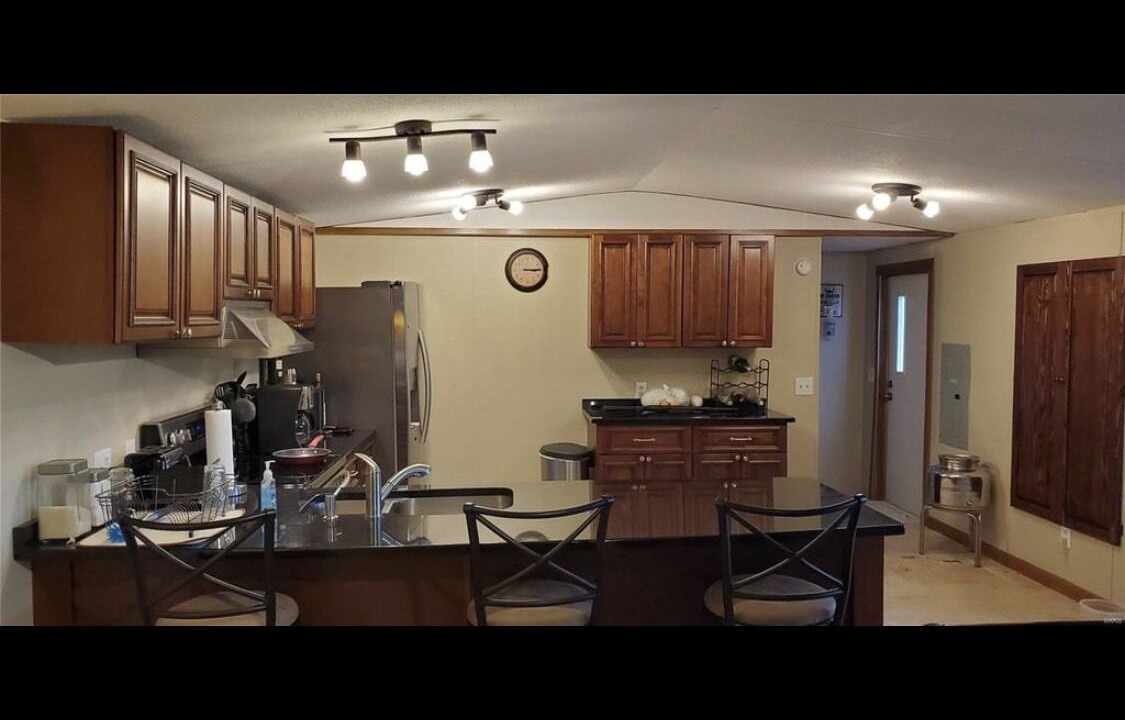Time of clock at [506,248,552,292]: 3:14
